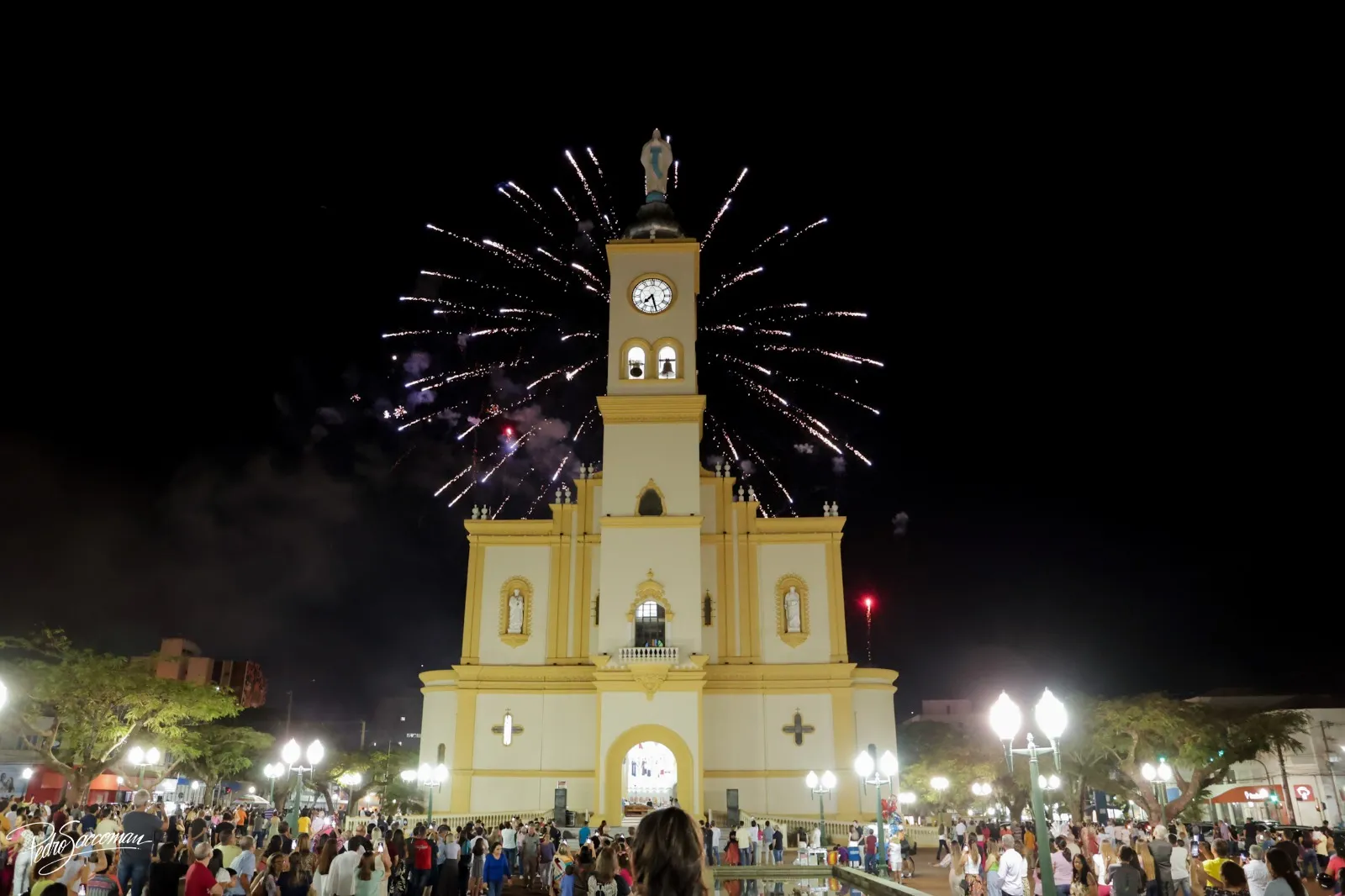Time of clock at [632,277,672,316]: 7:27
